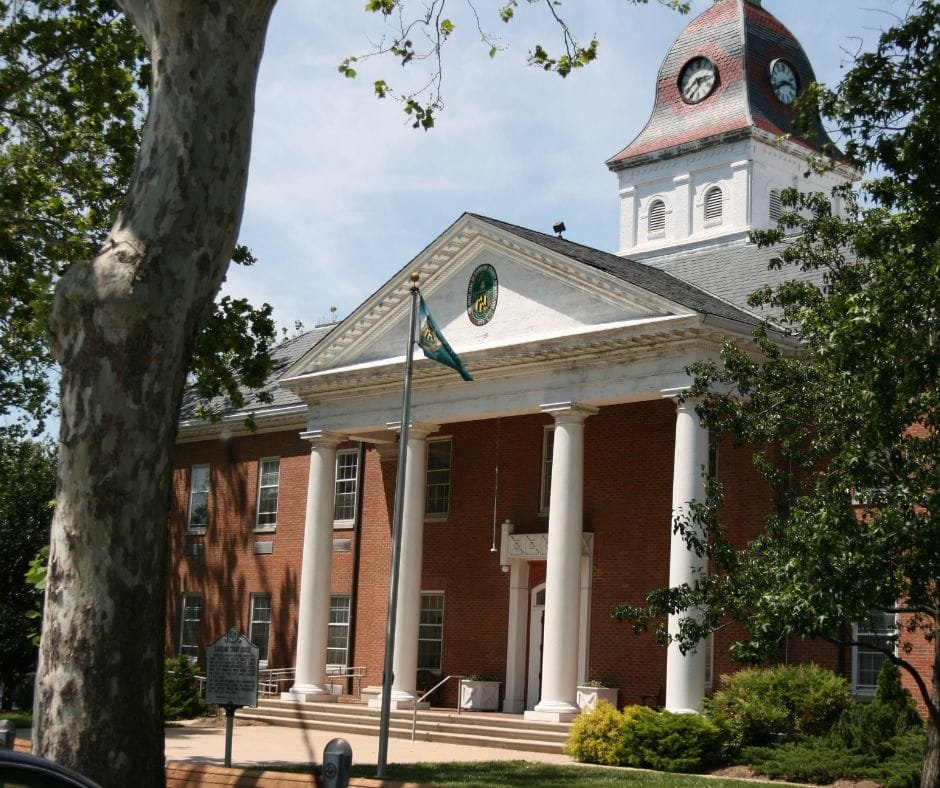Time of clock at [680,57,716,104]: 2:38
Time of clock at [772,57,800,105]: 2:40
